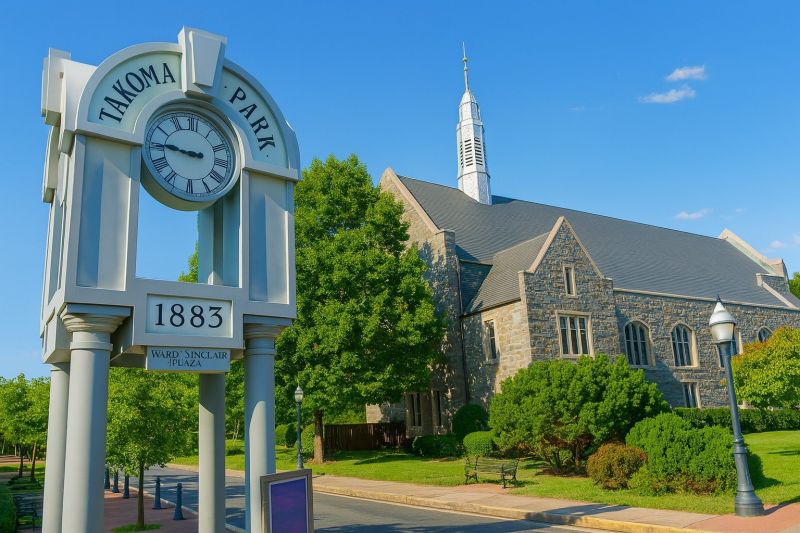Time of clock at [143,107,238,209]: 8:45
